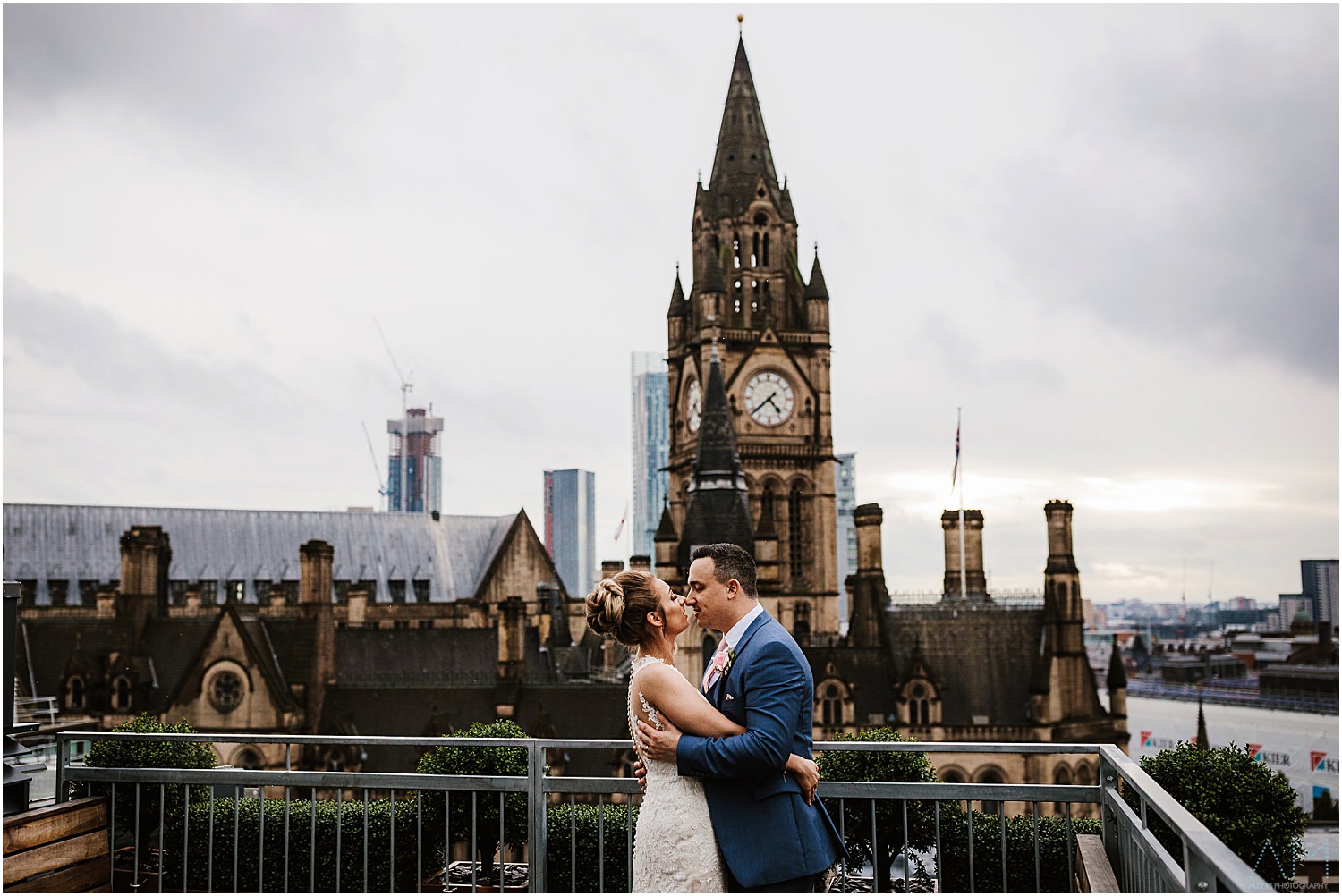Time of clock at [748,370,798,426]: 4:38
